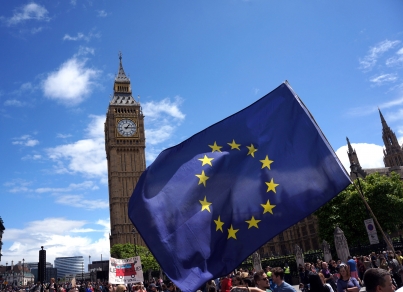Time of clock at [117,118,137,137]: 1:15
